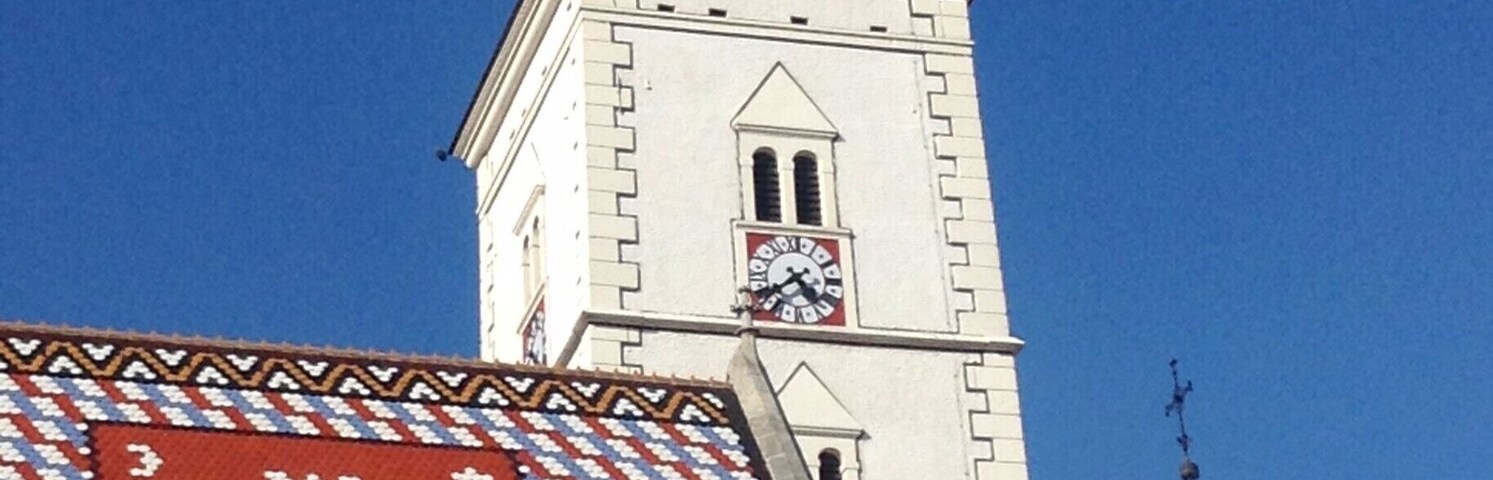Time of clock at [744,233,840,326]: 4:38
